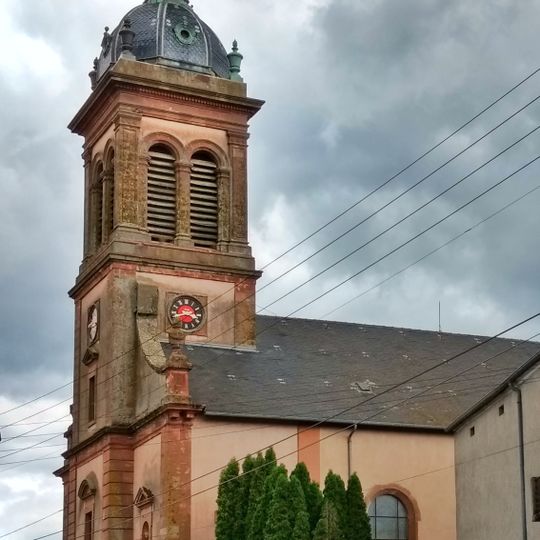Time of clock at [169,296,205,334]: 3:42
